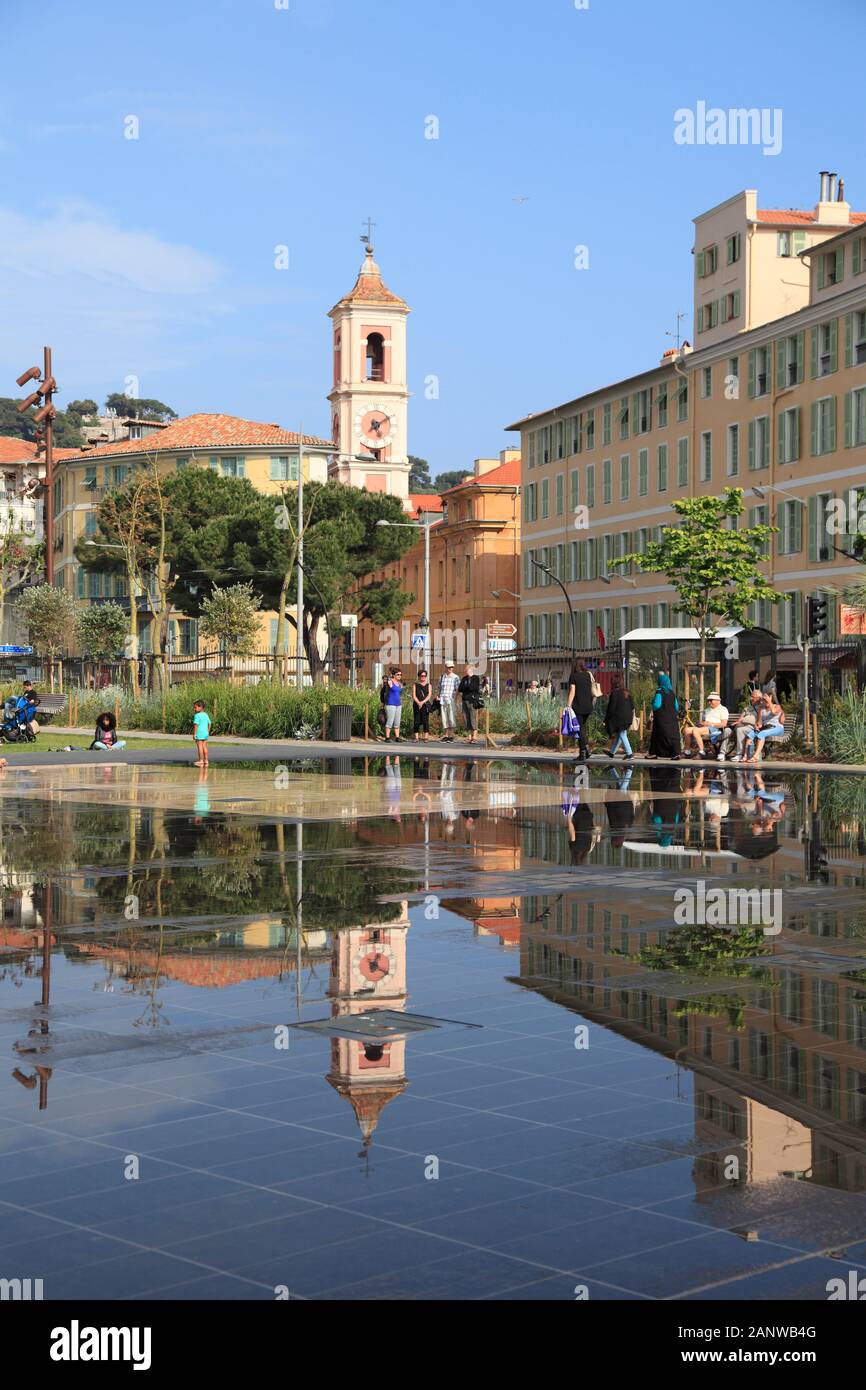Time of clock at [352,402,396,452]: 5:09
